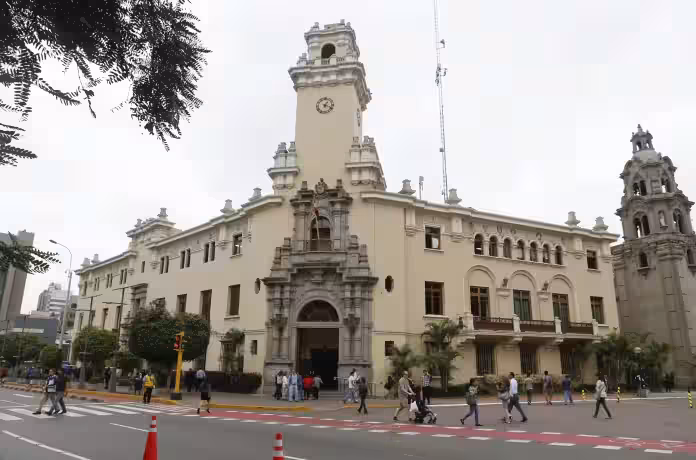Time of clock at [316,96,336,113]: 1:18
